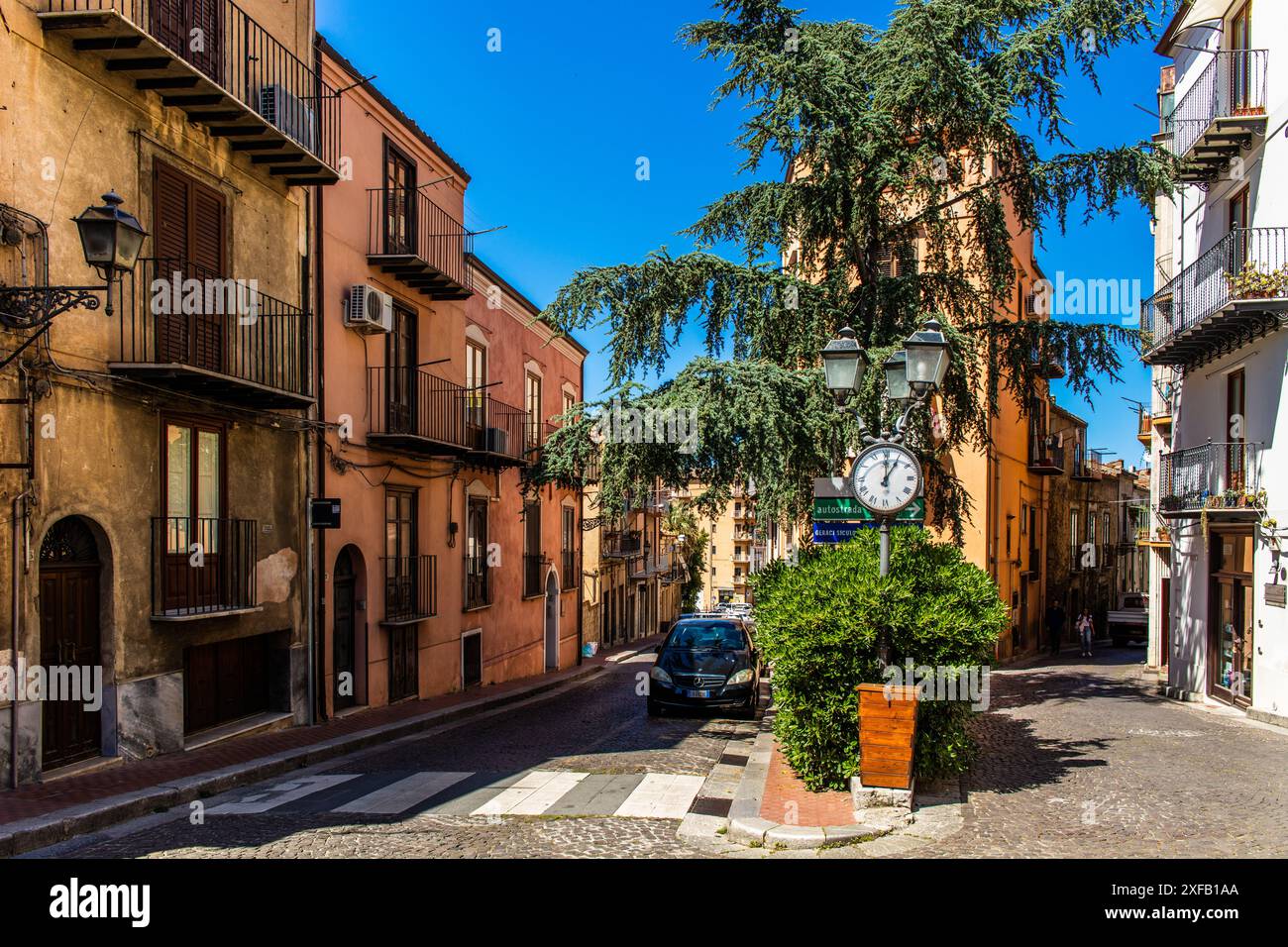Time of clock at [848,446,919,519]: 1:00
